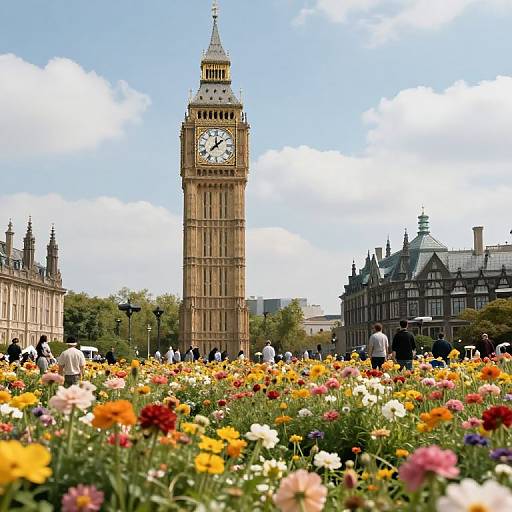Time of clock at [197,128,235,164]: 12:08
